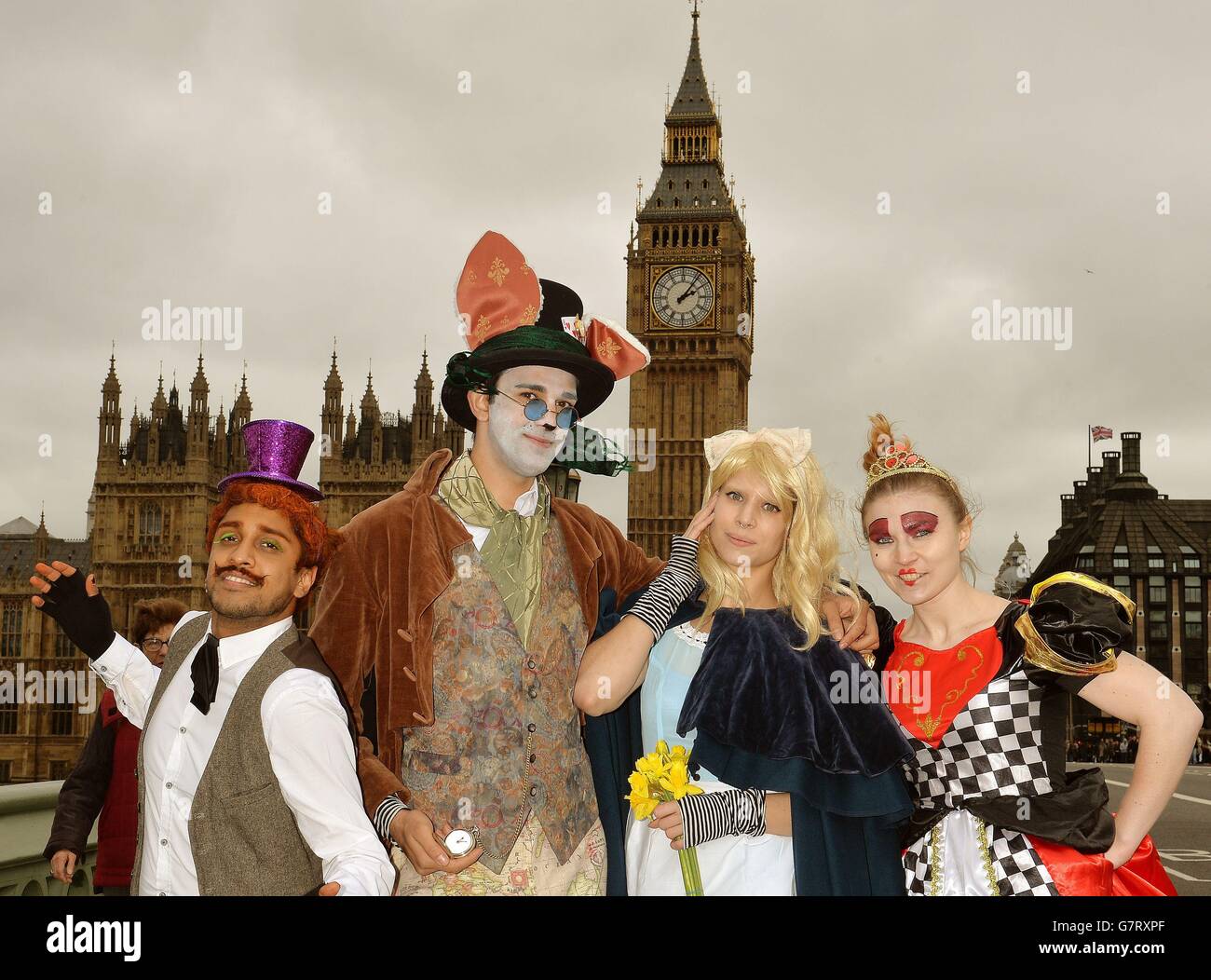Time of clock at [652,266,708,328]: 2:06
